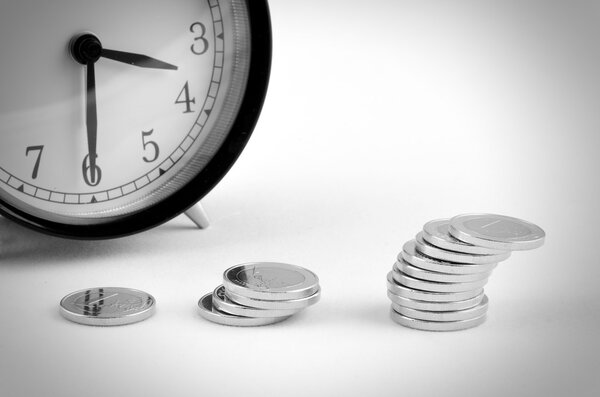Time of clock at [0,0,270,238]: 3:29
